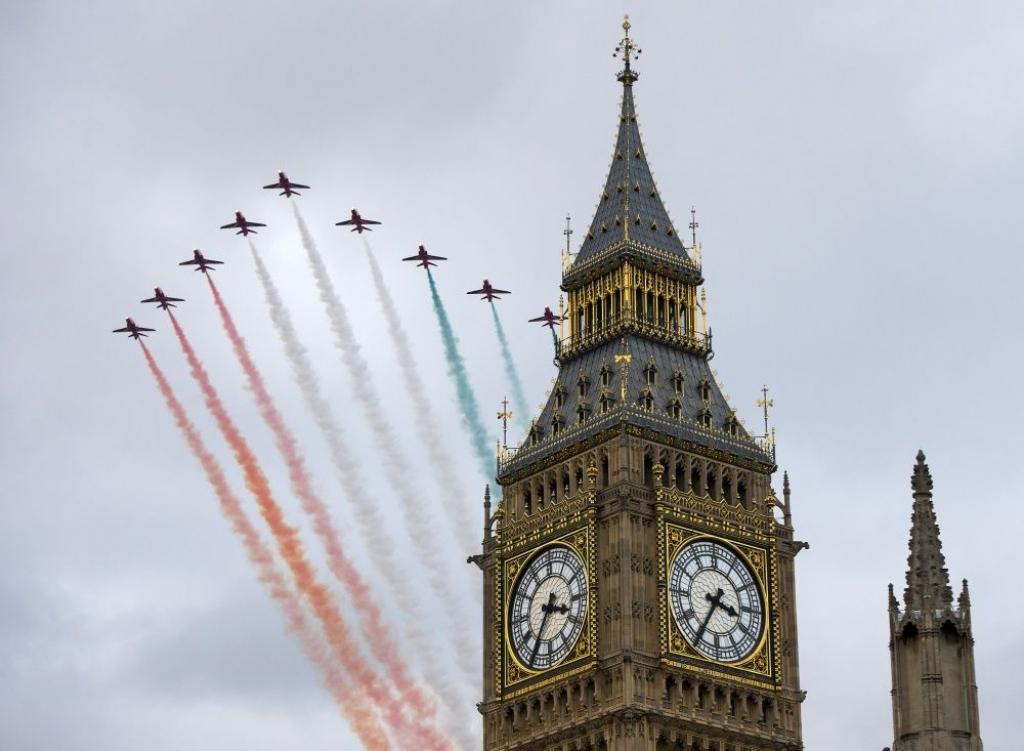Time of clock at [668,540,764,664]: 3:35
